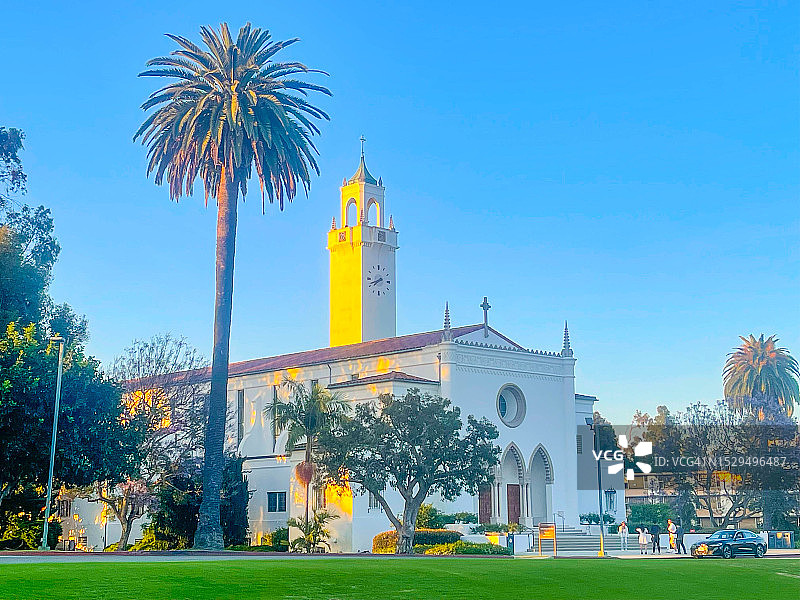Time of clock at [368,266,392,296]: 7:41
